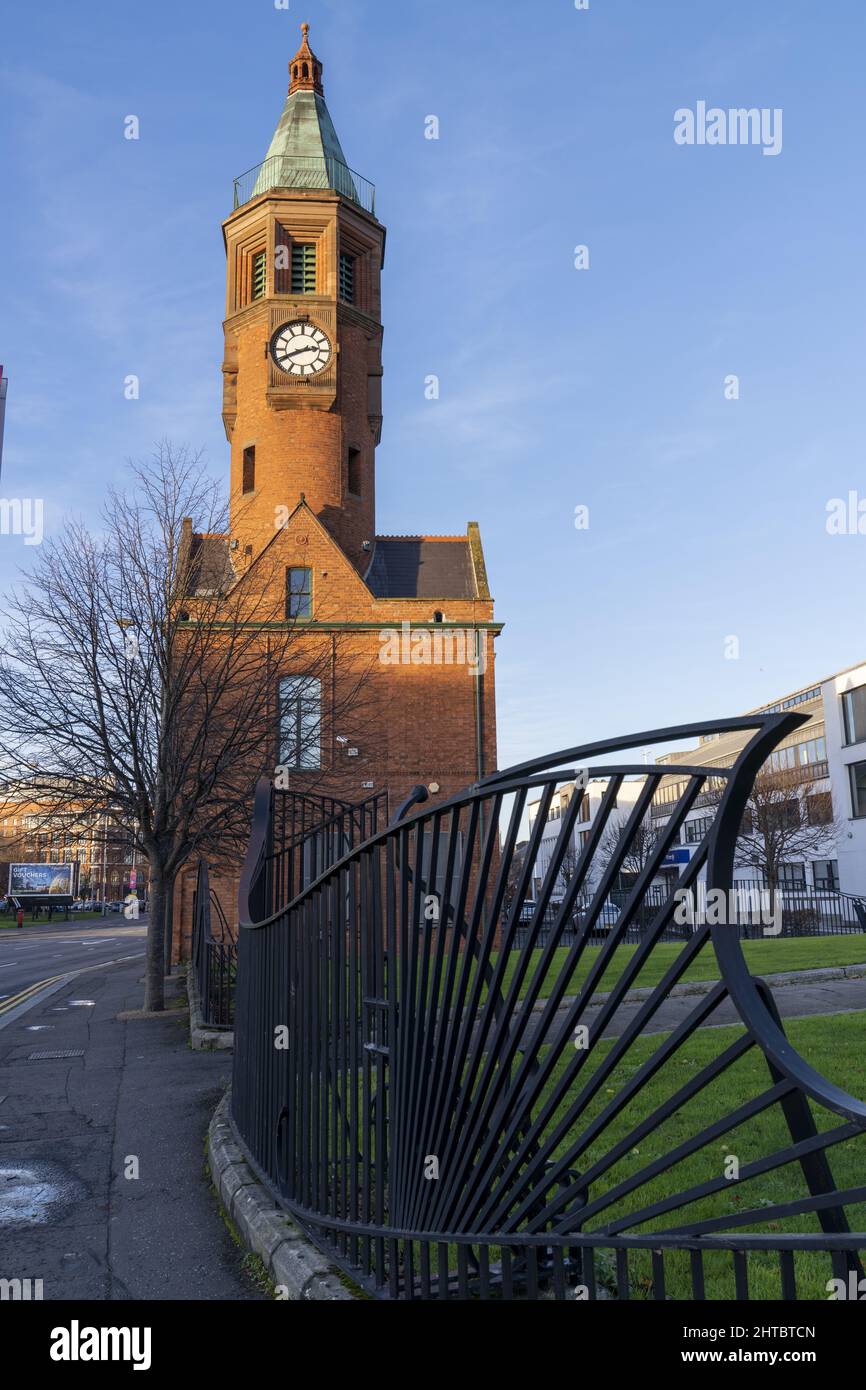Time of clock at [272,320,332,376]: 2:40
